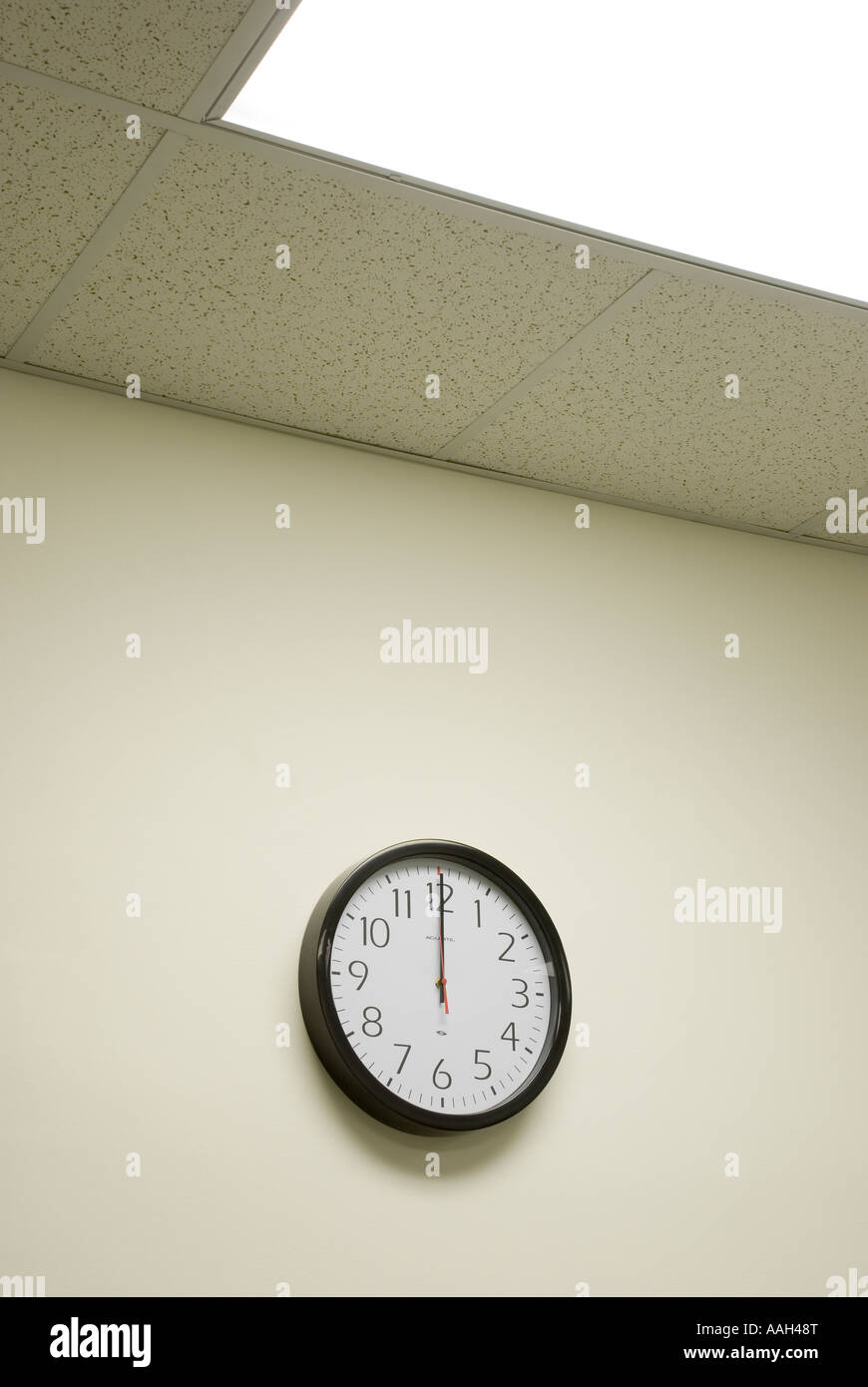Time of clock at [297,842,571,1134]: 12:00
